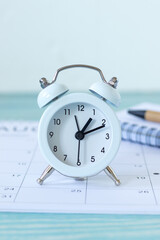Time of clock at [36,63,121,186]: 1:11
